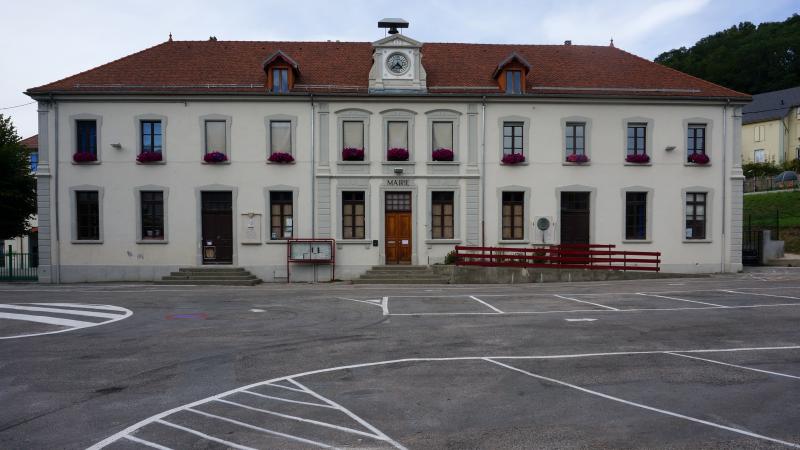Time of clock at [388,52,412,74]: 4:37
